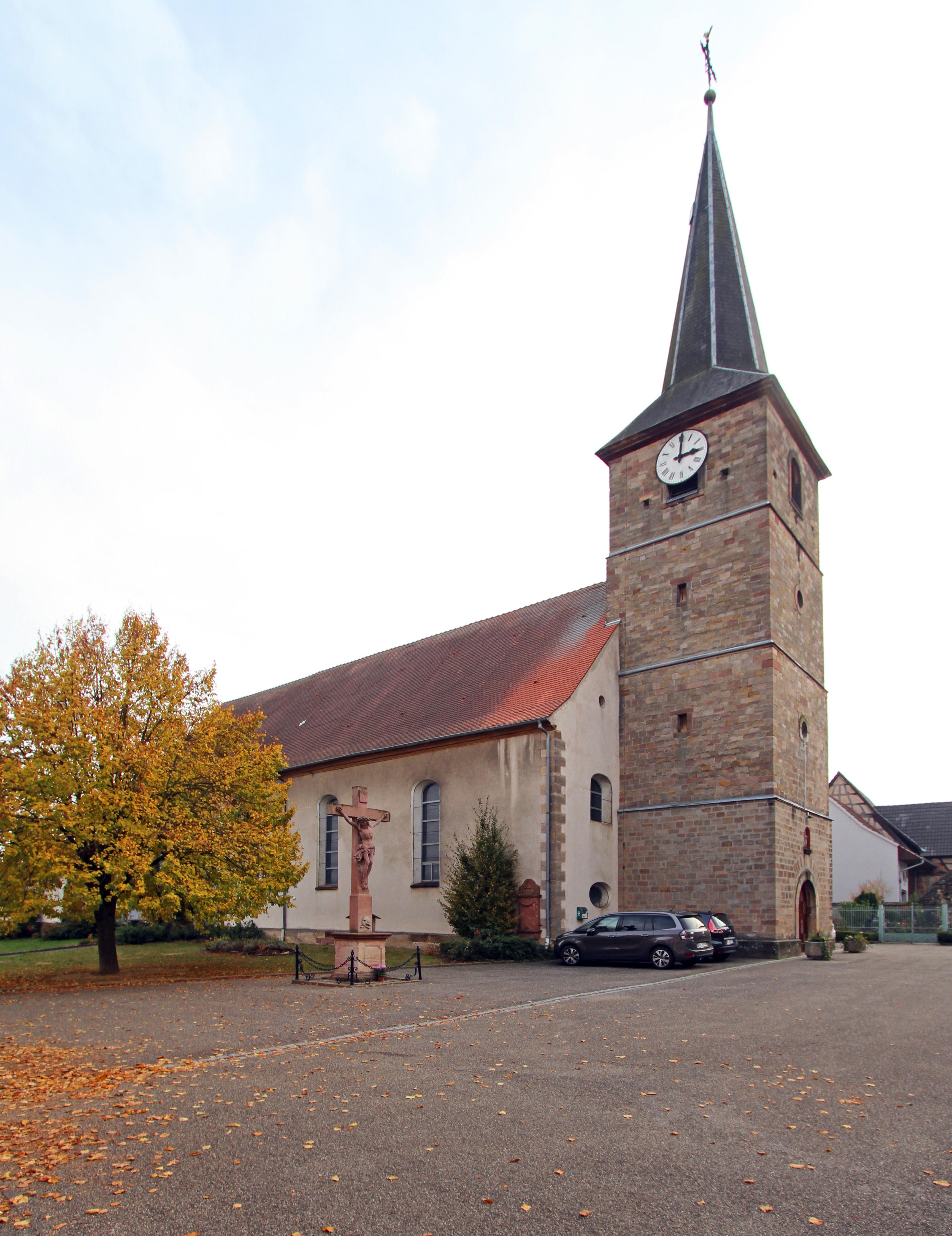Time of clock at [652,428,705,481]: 3:00
